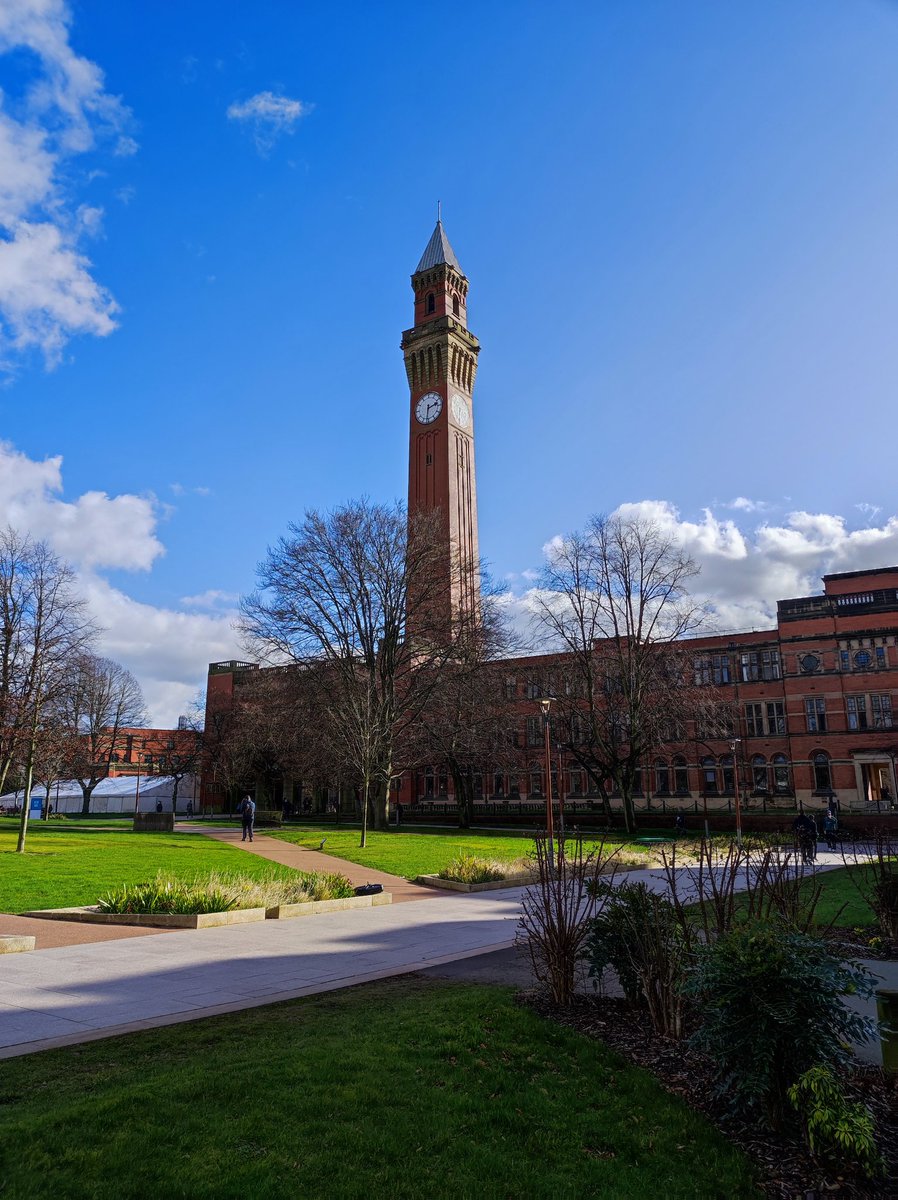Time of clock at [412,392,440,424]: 2:31
